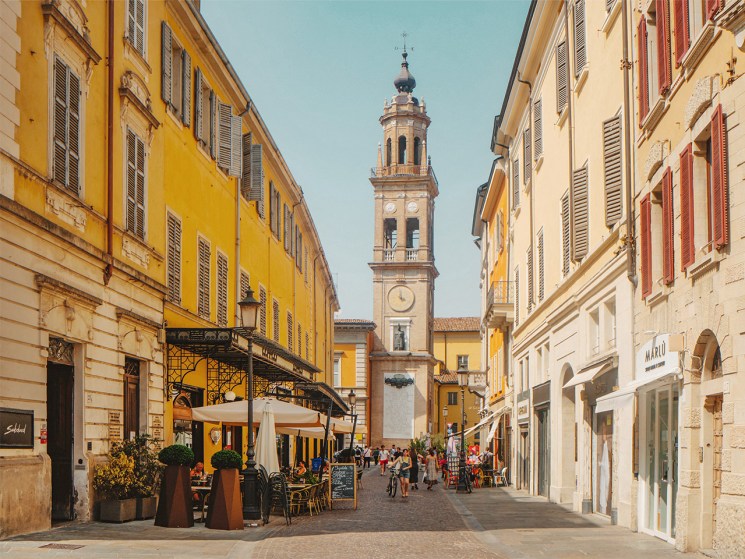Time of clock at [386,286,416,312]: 3:58
